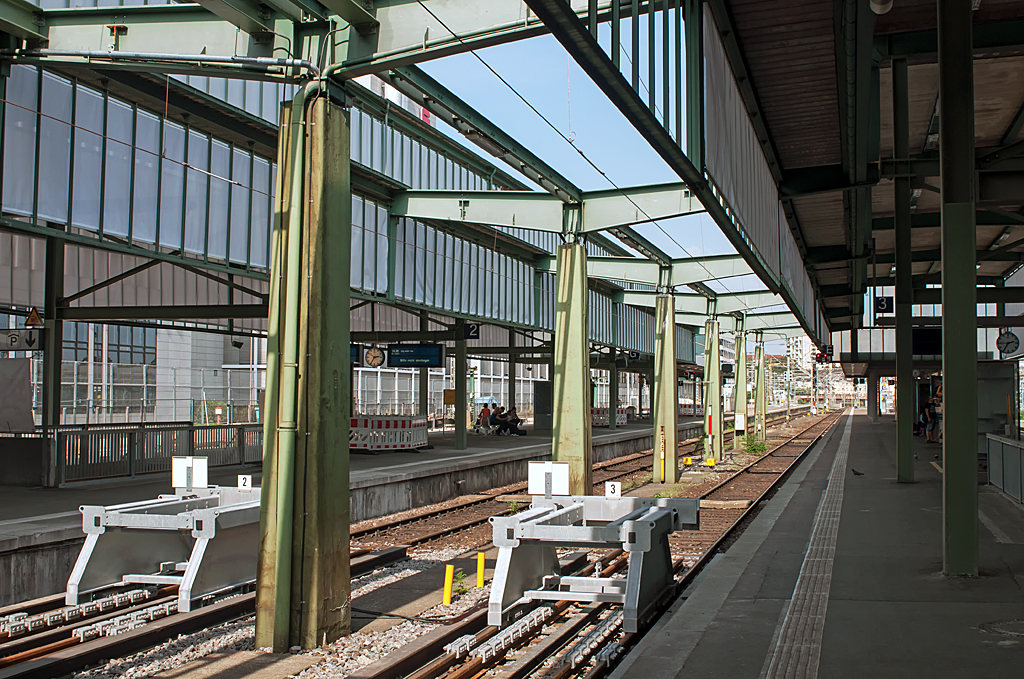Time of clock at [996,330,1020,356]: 2:35
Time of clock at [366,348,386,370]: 2:35
